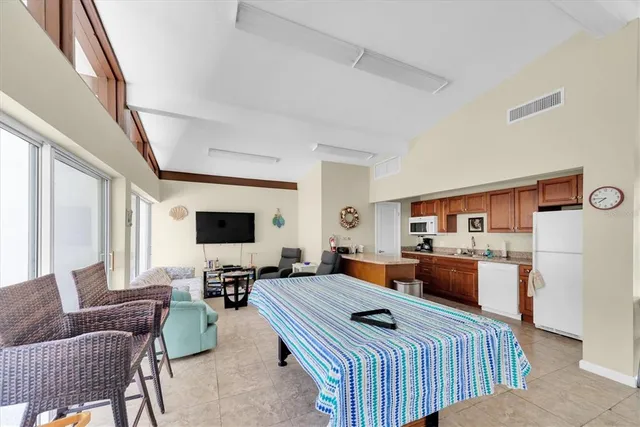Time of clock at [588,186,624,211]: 7:45
